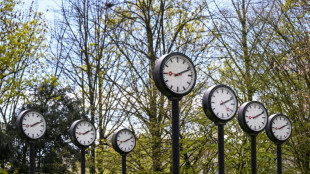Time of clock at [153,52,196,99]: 2:11
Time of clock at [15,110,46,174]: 2:11
